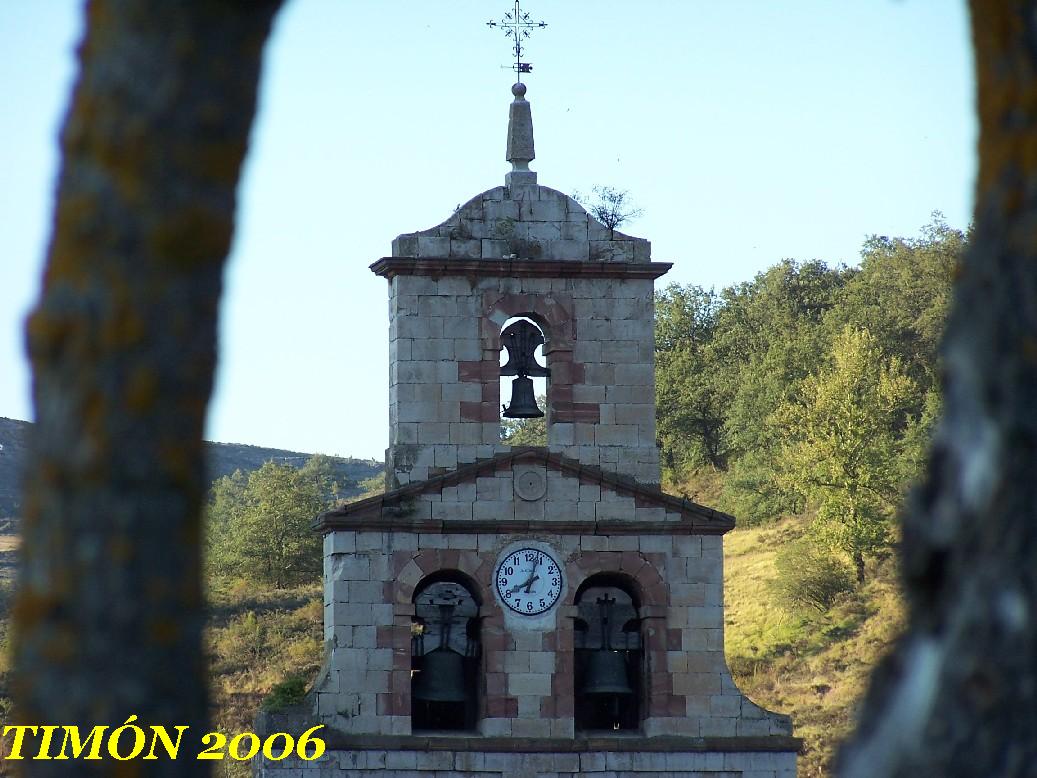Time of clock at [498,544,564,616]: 8:03
